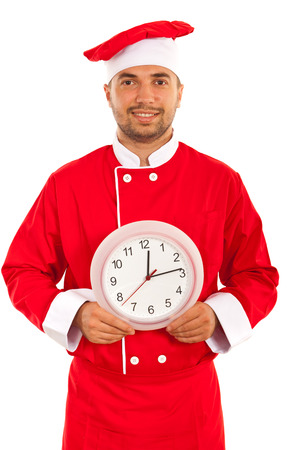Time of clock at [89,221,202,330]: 12:13
